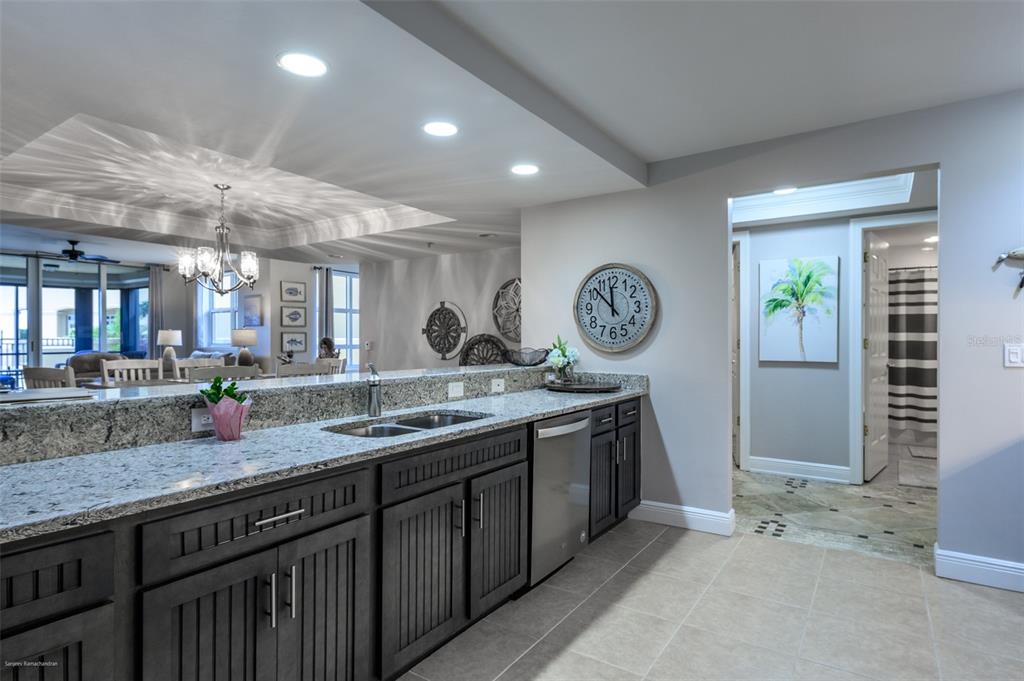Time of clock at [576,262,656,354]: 11:52
